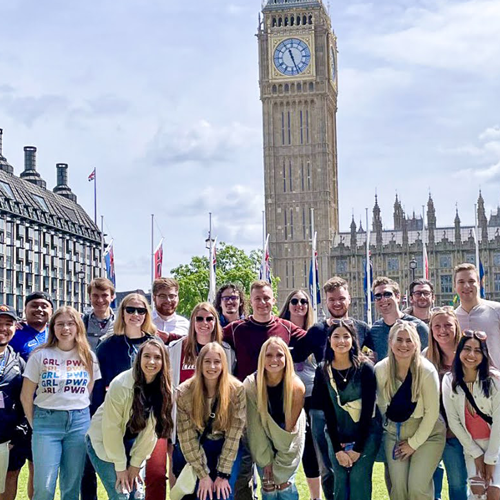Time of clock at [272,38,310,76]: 11:26
